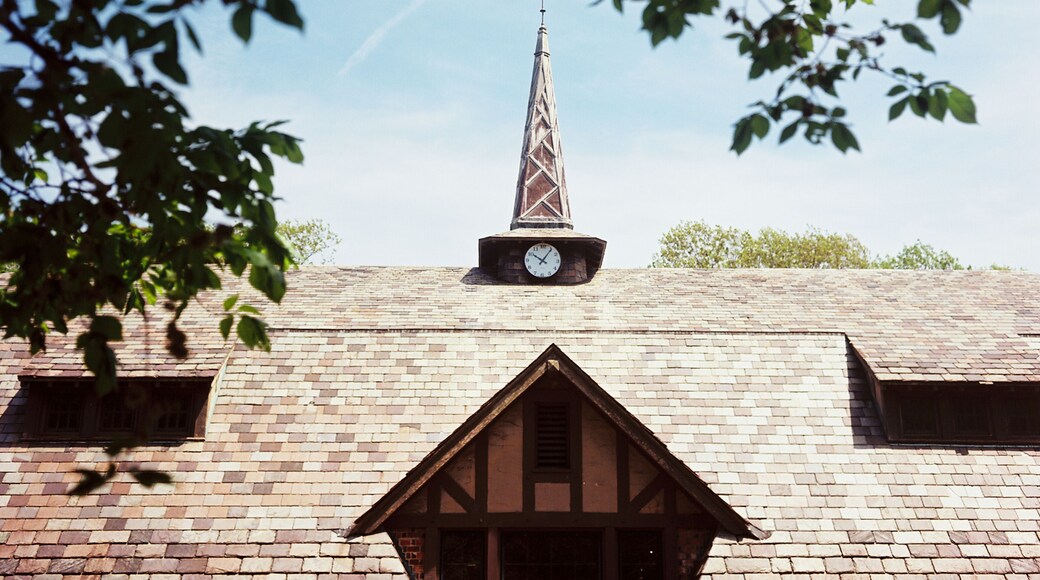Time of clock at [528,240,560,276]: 10:05
